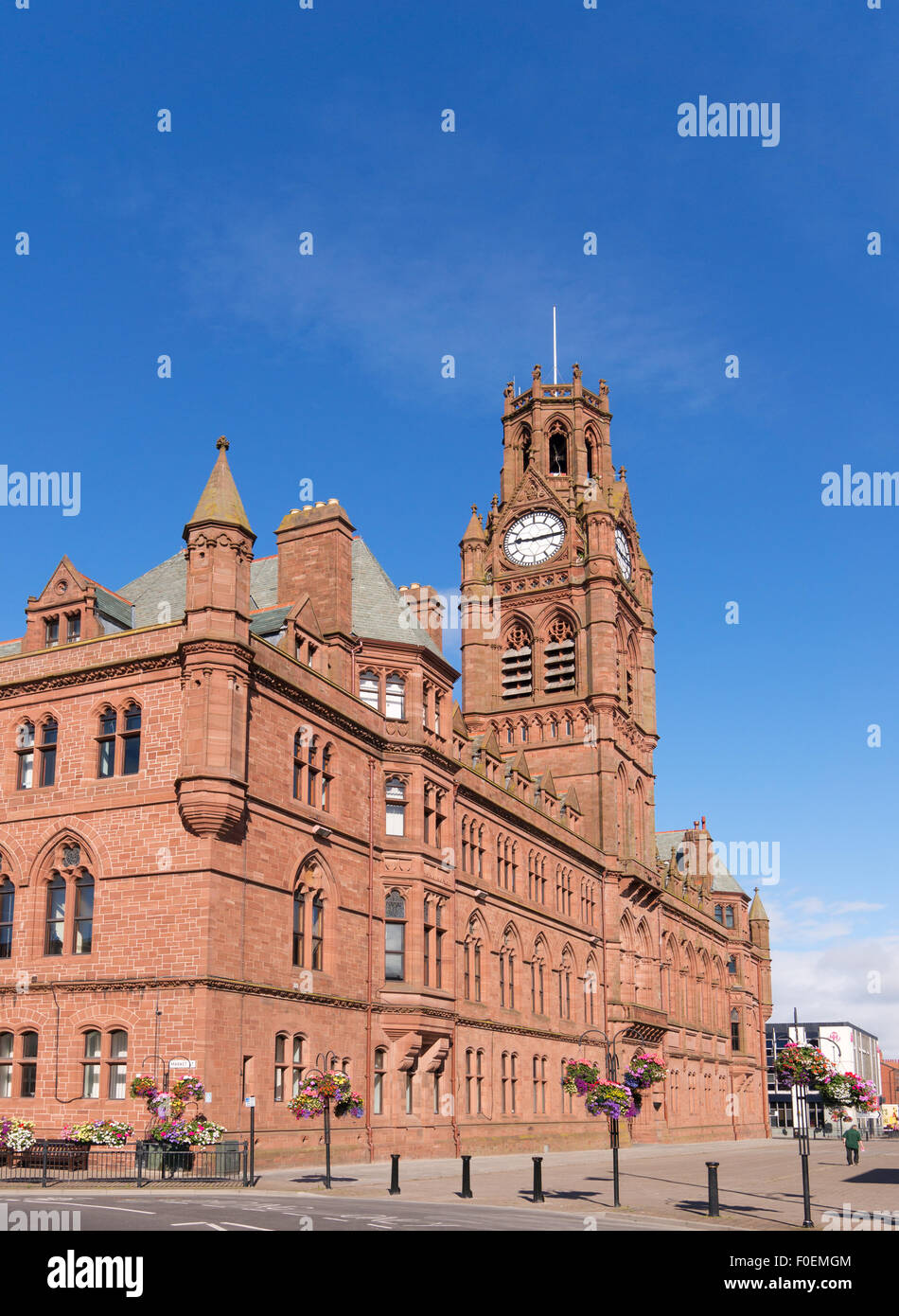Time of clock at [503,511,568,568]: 9:14
